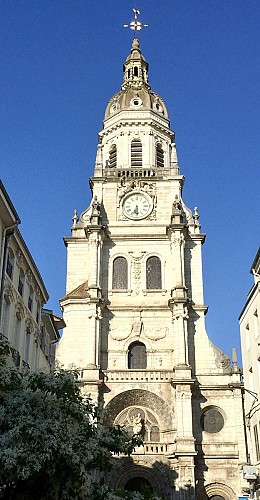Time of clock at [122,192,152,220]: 6:29
